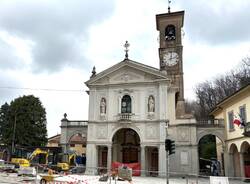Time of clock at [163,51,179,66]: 12:12
